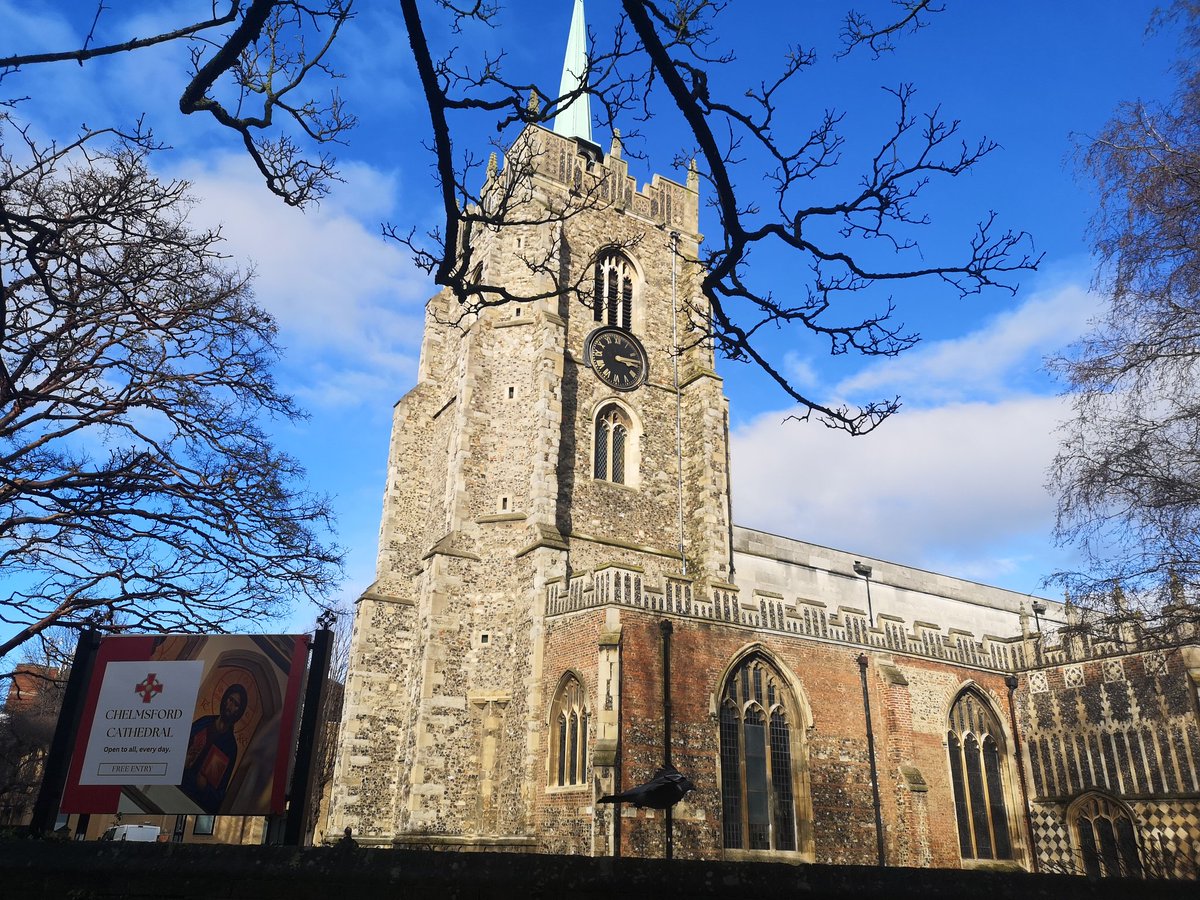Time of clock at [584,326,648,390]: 3:13
